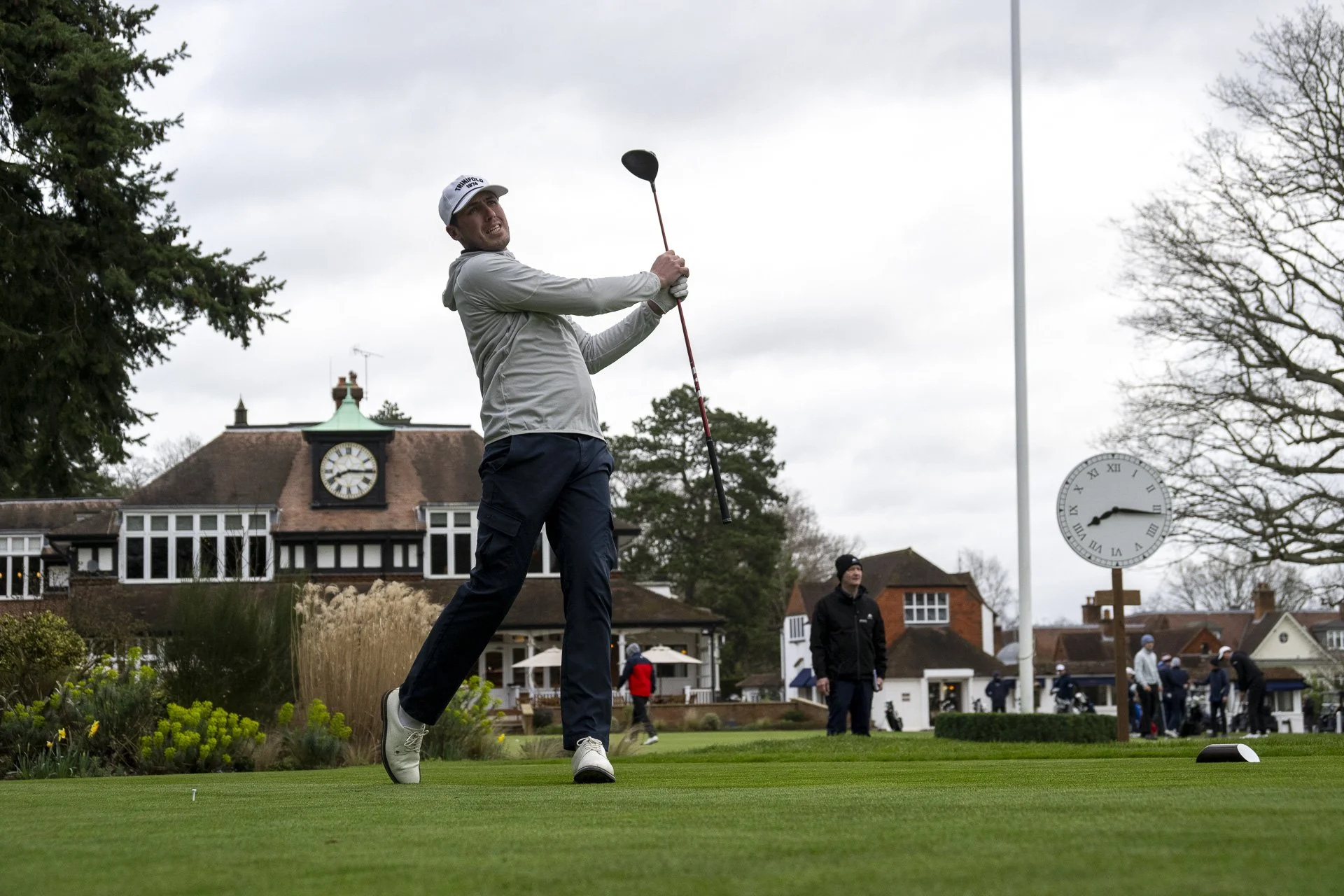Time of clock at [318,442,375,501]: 8:15
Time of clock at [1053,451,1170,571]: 8:16
